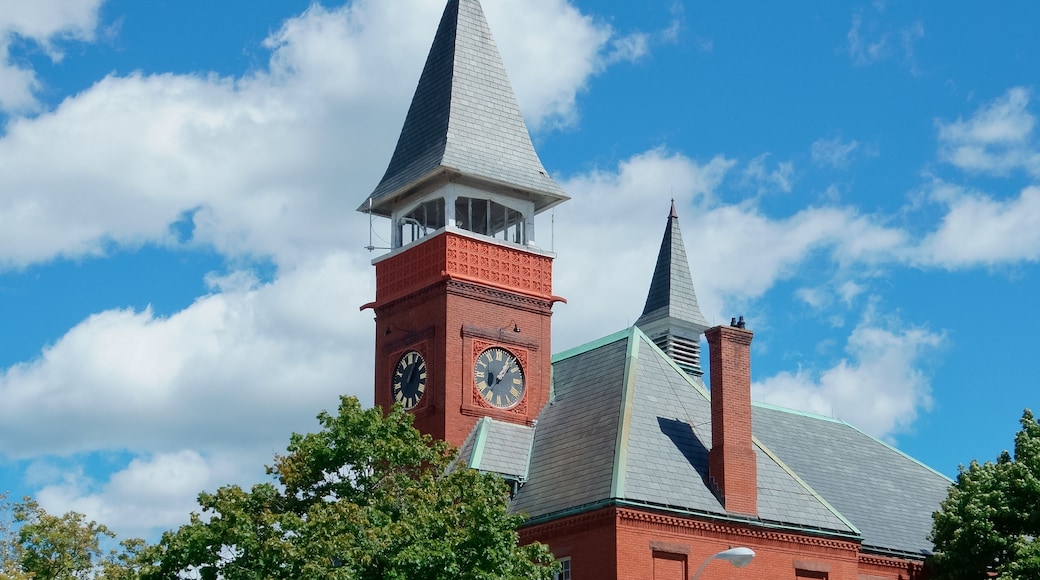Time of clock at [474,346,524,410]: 1:07
